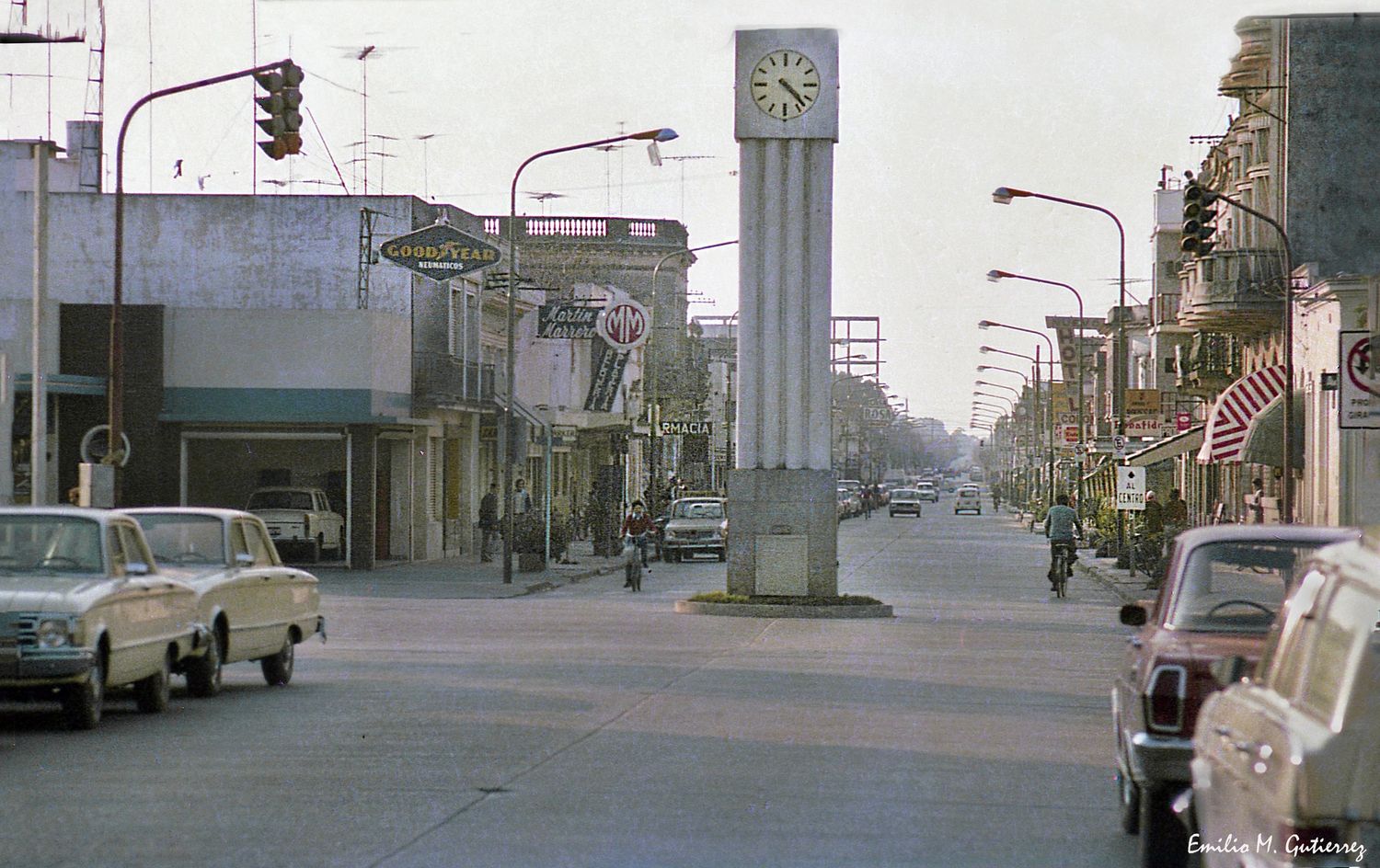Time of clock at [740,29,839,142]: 4:22
